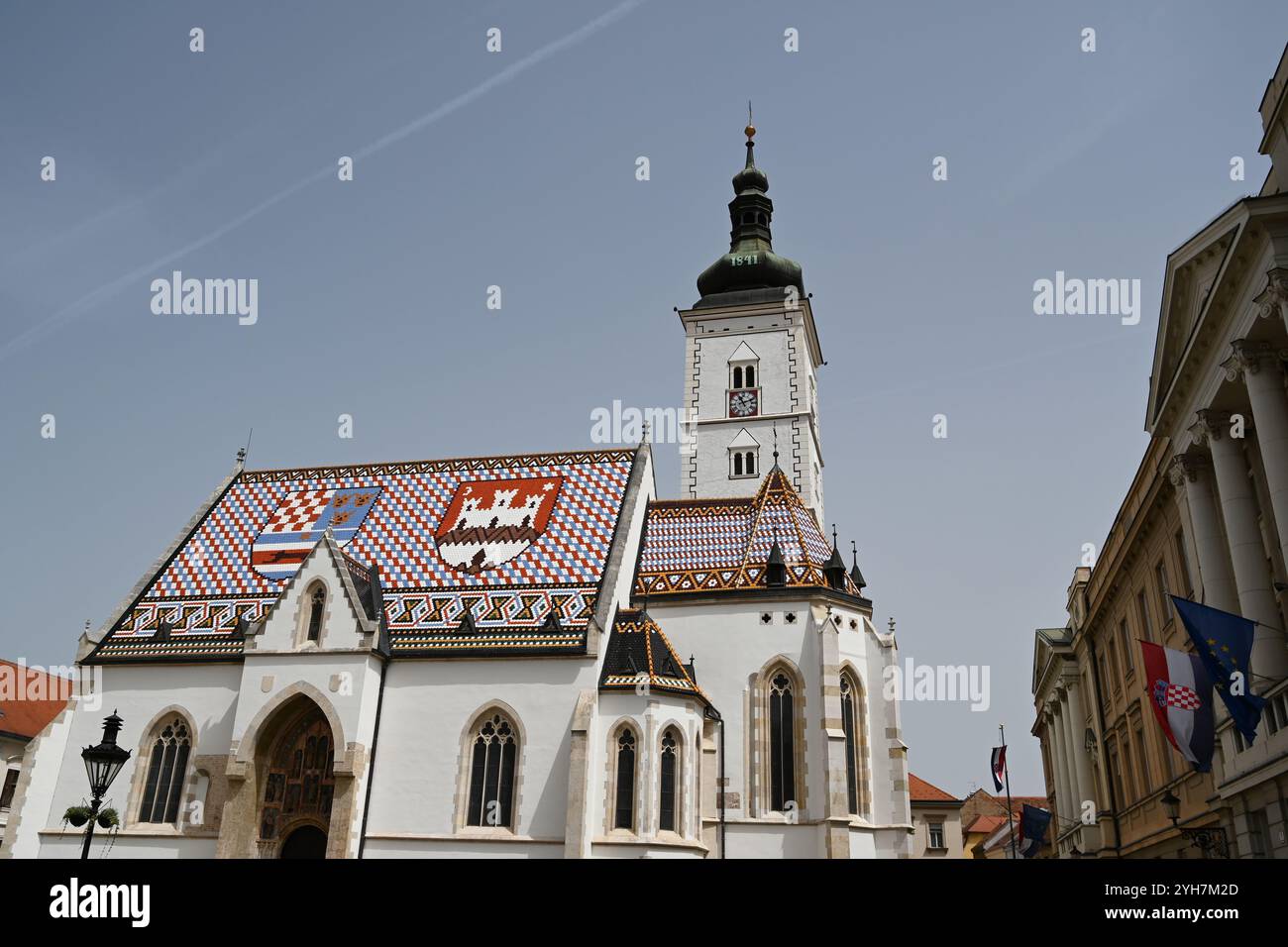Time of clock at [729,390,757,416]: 11:11
